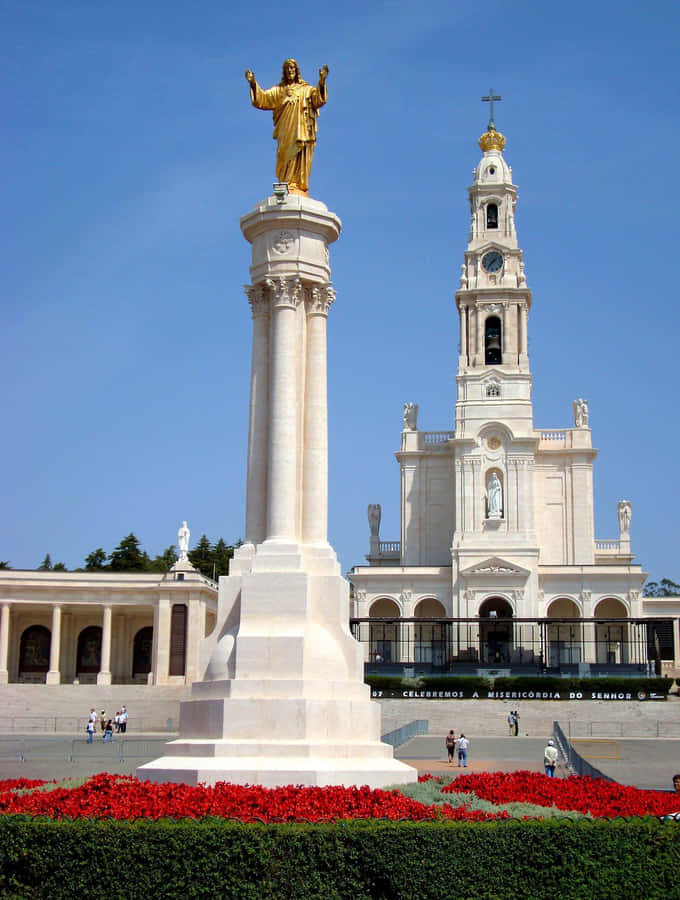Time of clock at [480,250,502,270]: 1:36
